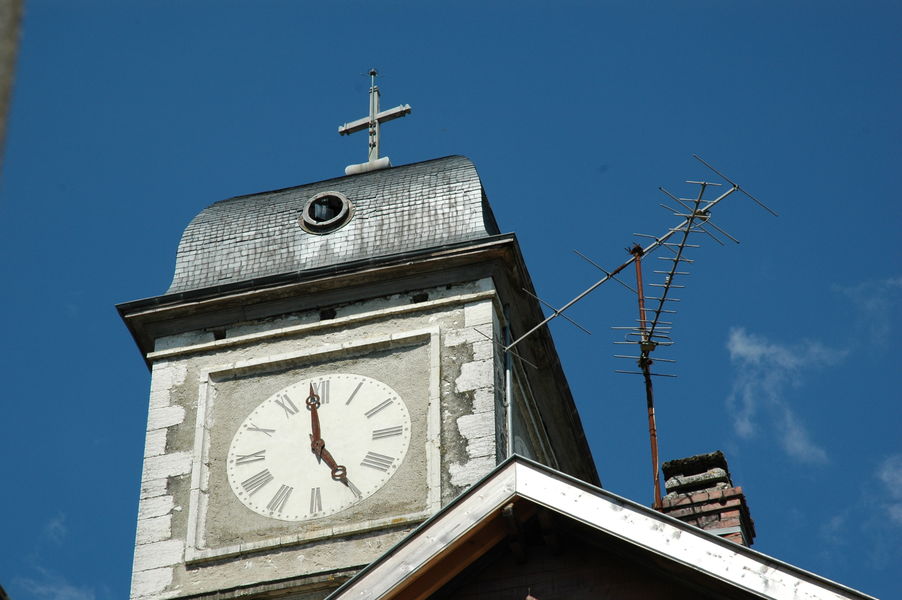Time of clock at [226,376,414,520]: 4:59
